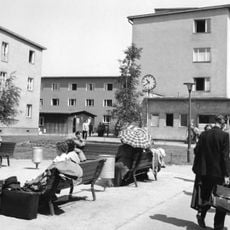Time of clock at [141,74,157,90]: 10:39
